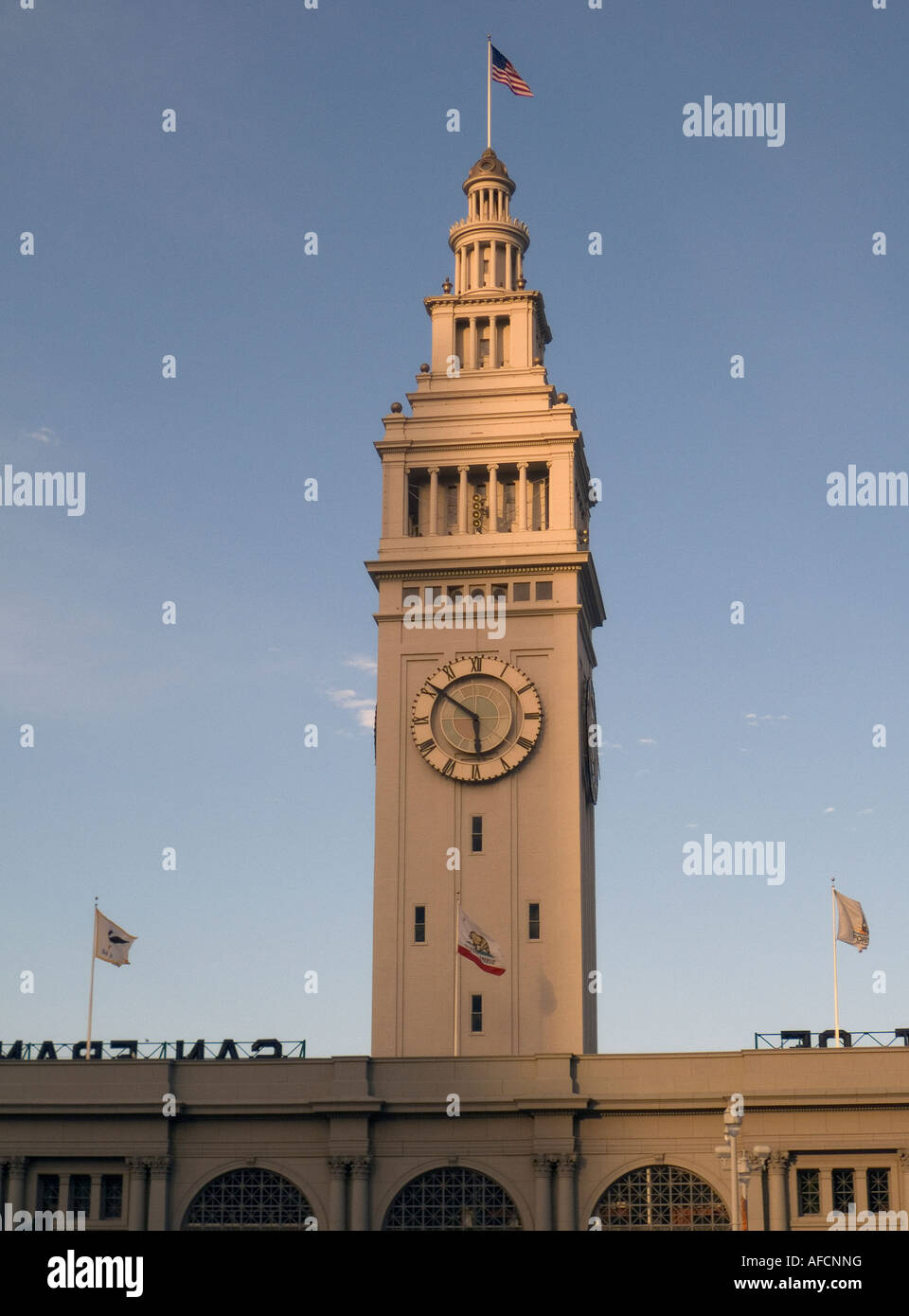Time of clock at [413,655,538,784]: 5:51
